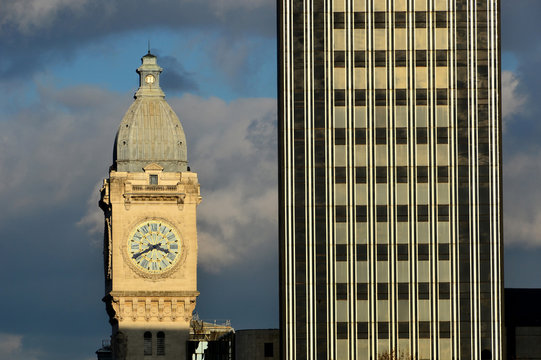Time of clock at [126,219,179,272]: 3:40
